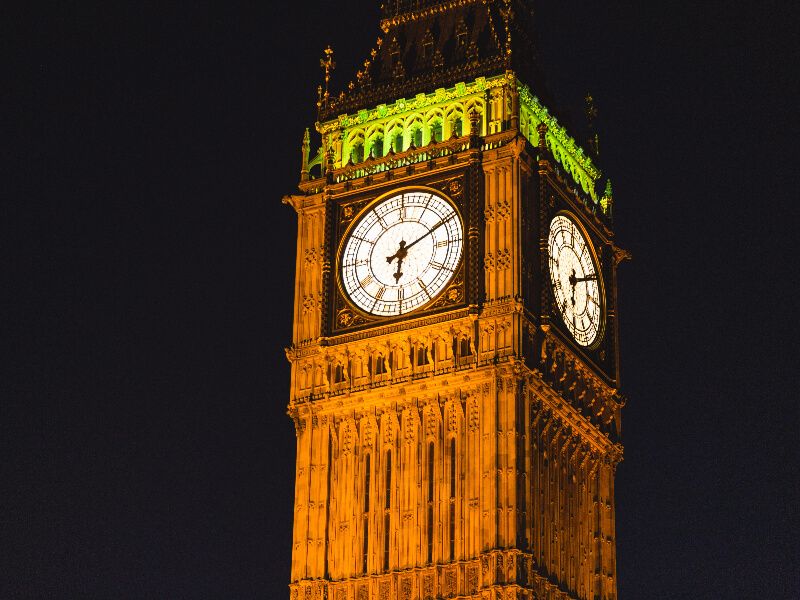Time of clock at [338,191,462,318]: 6:10
